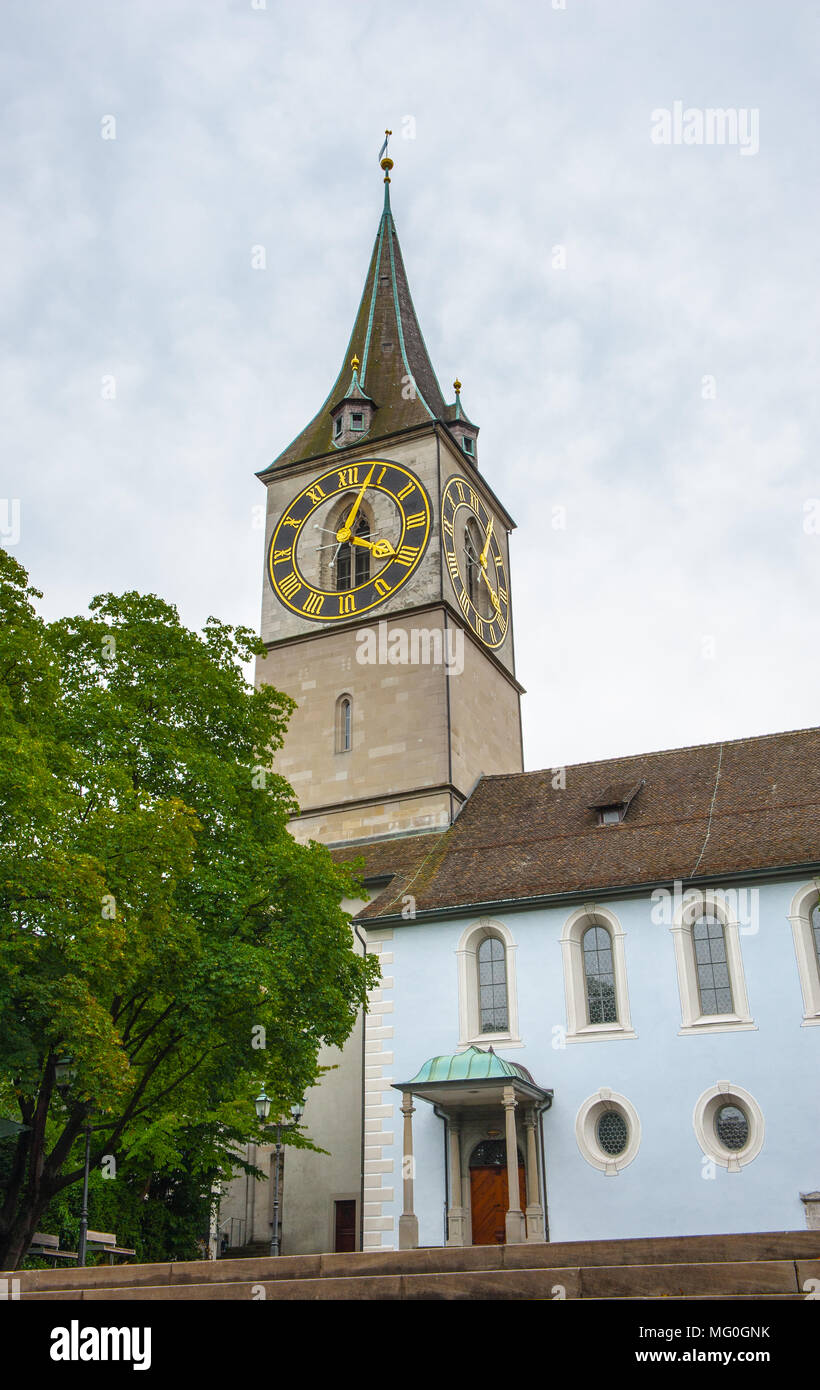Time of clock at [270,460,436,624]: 4:03
